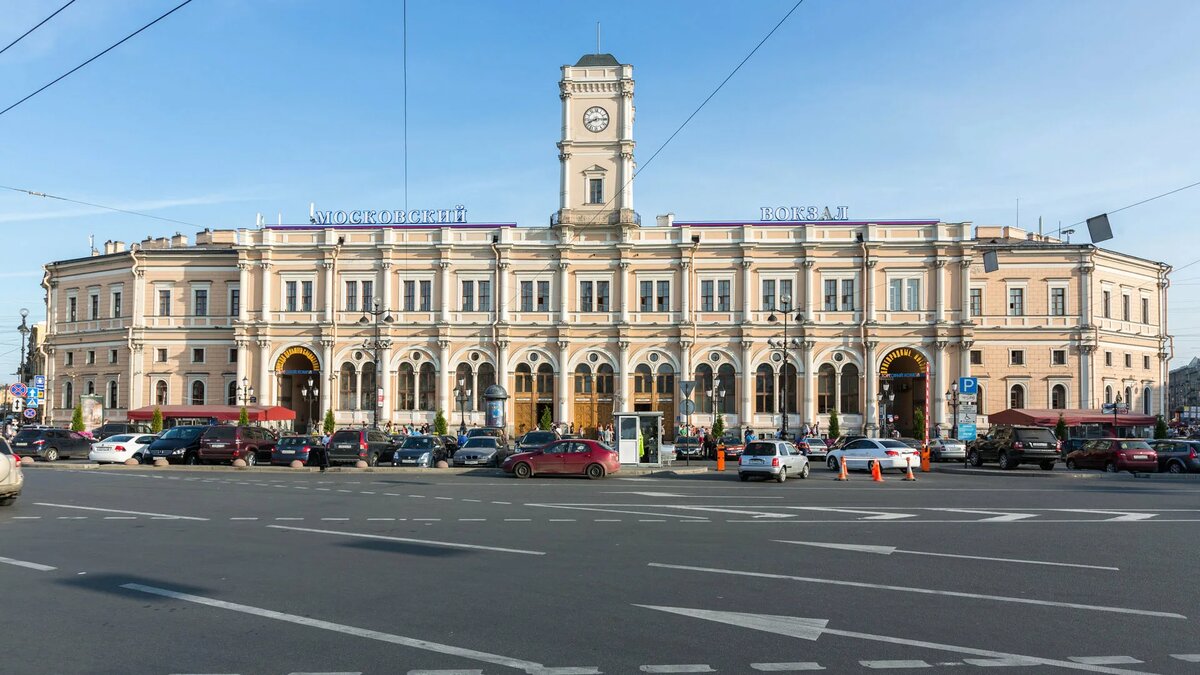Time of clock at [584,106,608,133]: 8:14
